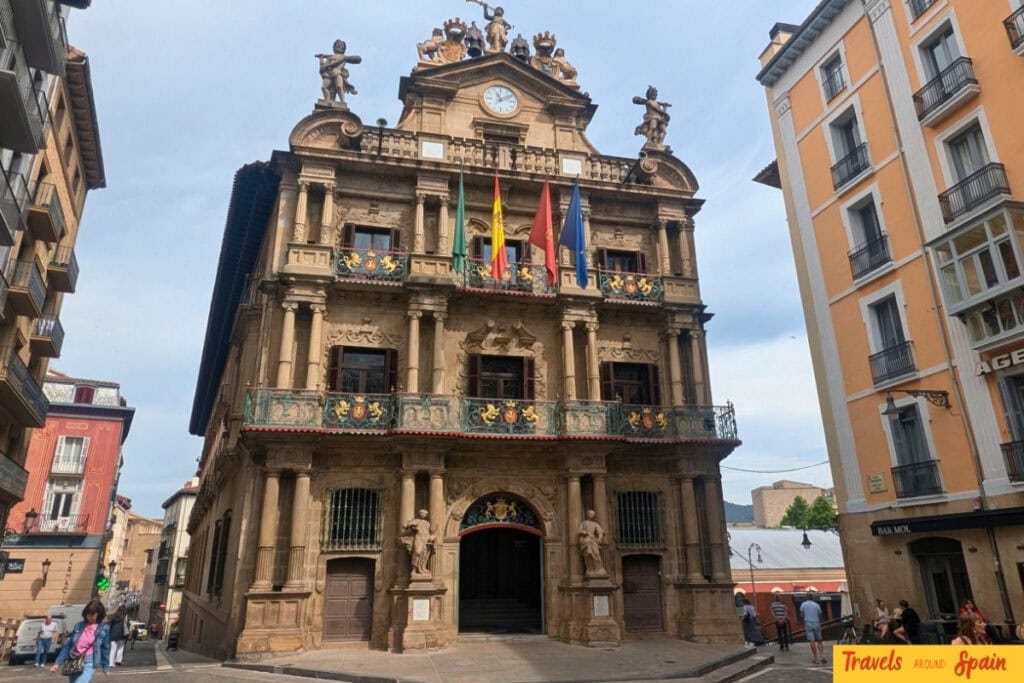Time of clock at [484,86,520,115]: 11:09
